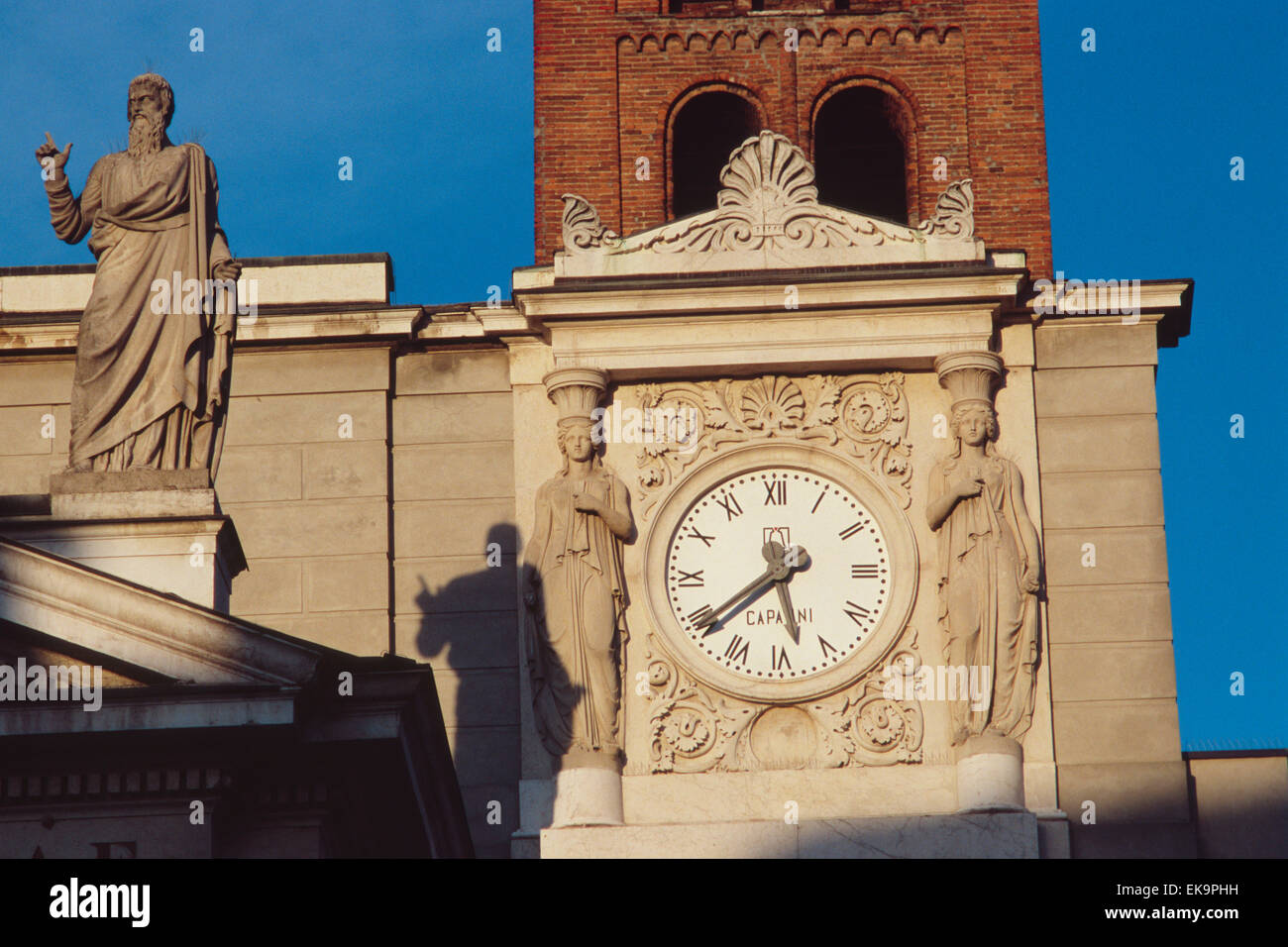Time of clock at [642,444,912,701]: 5:38
